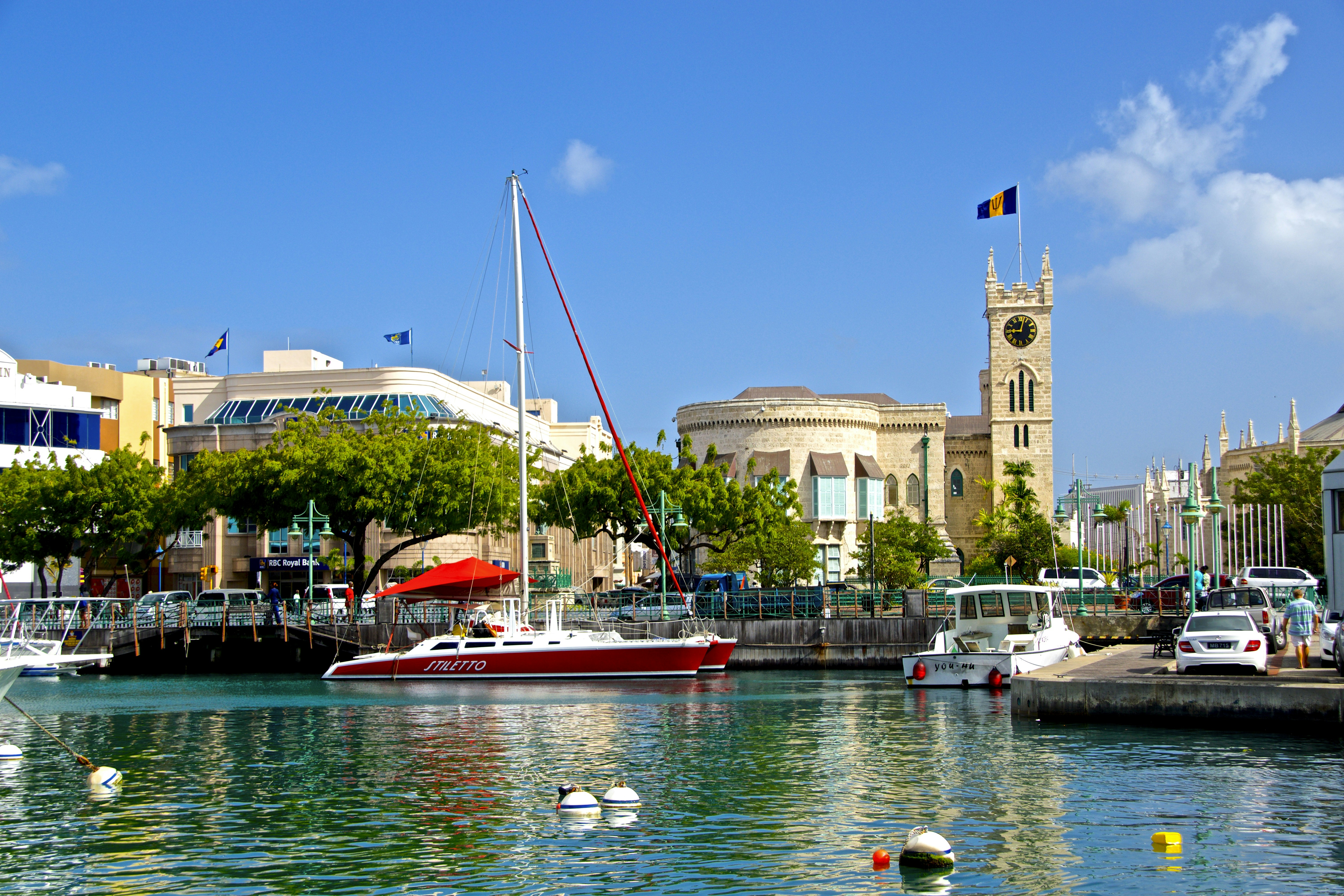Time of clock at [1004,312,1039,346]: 9:02
